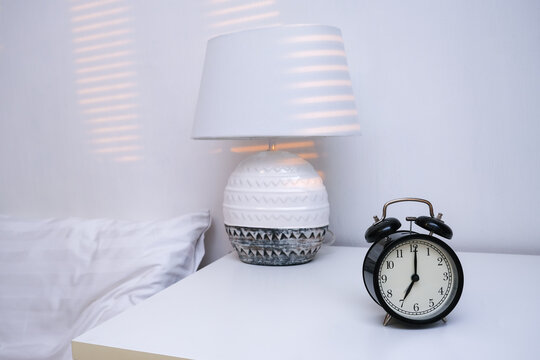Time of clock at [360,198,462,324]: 7:00
